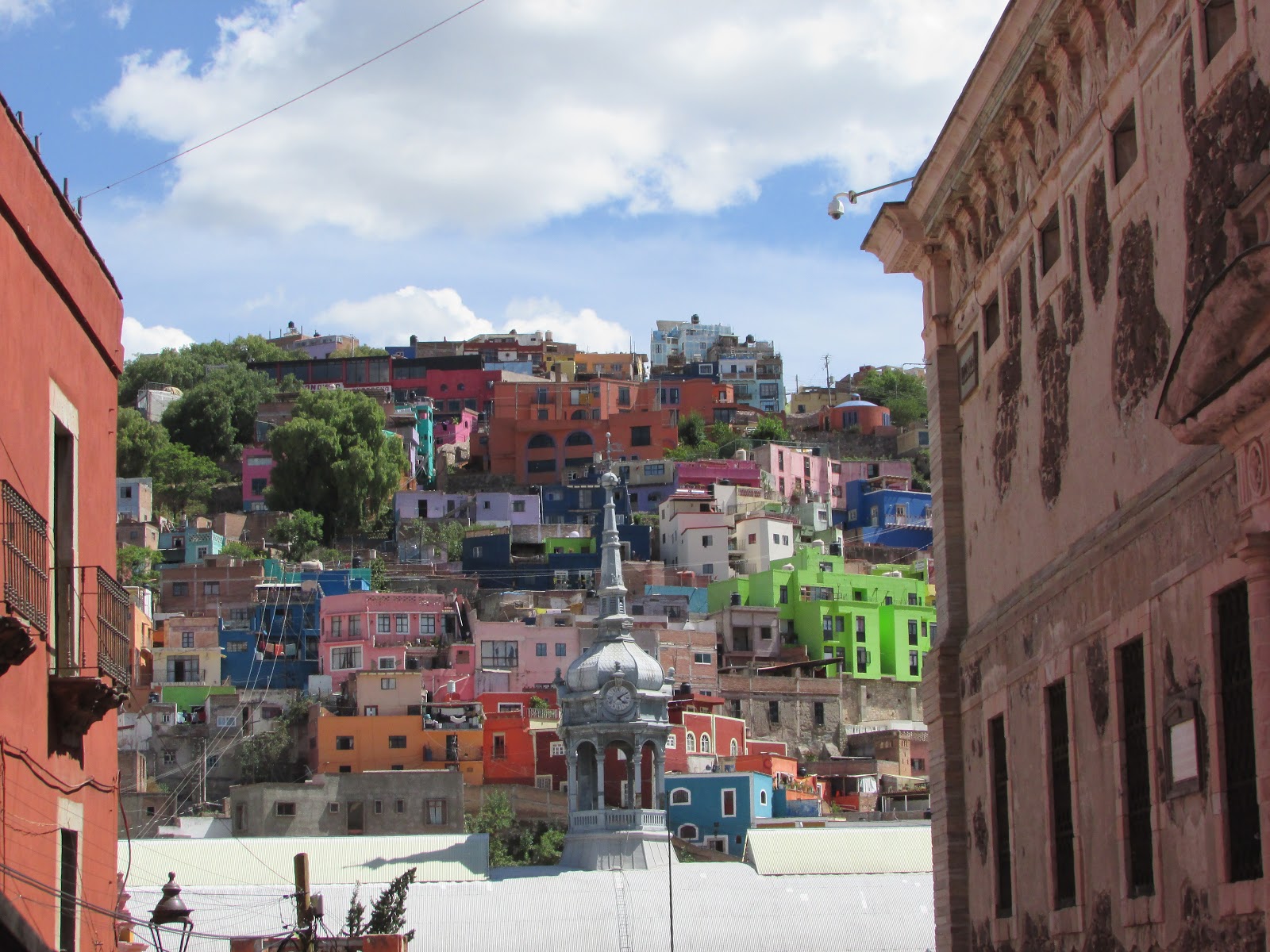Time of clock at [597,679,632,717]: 4:09
